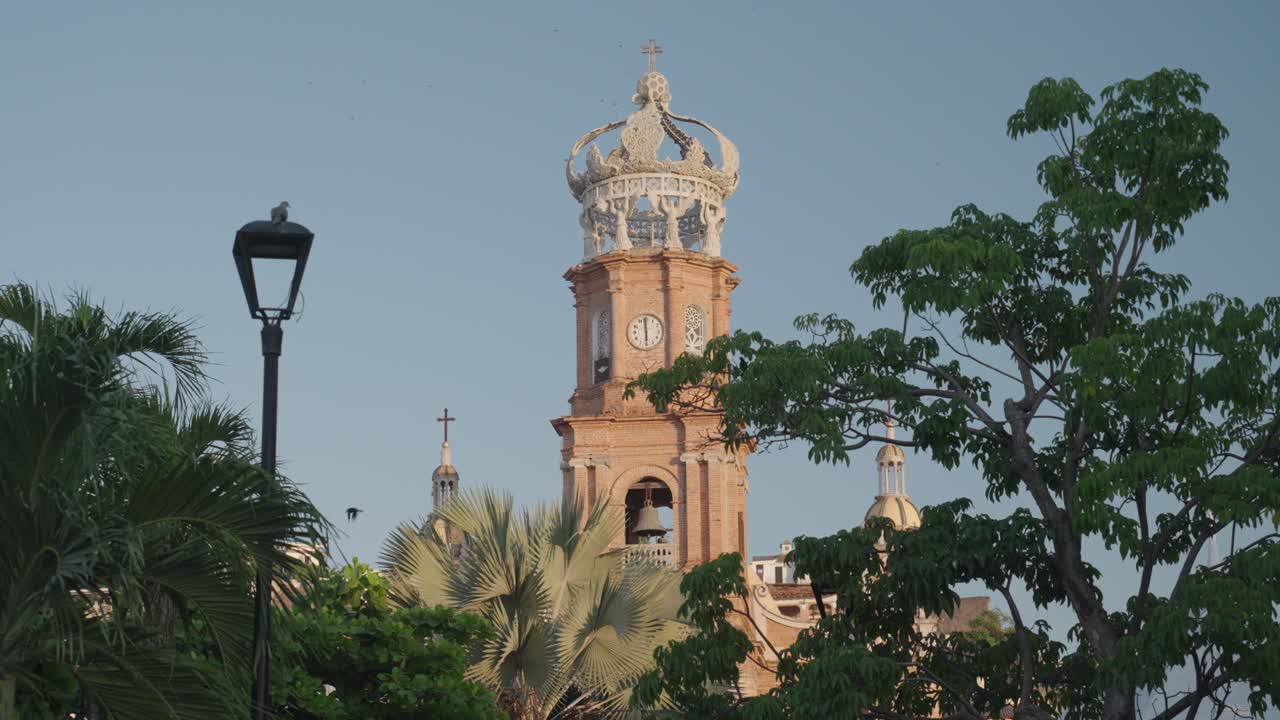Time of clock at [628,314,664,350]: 5:59
